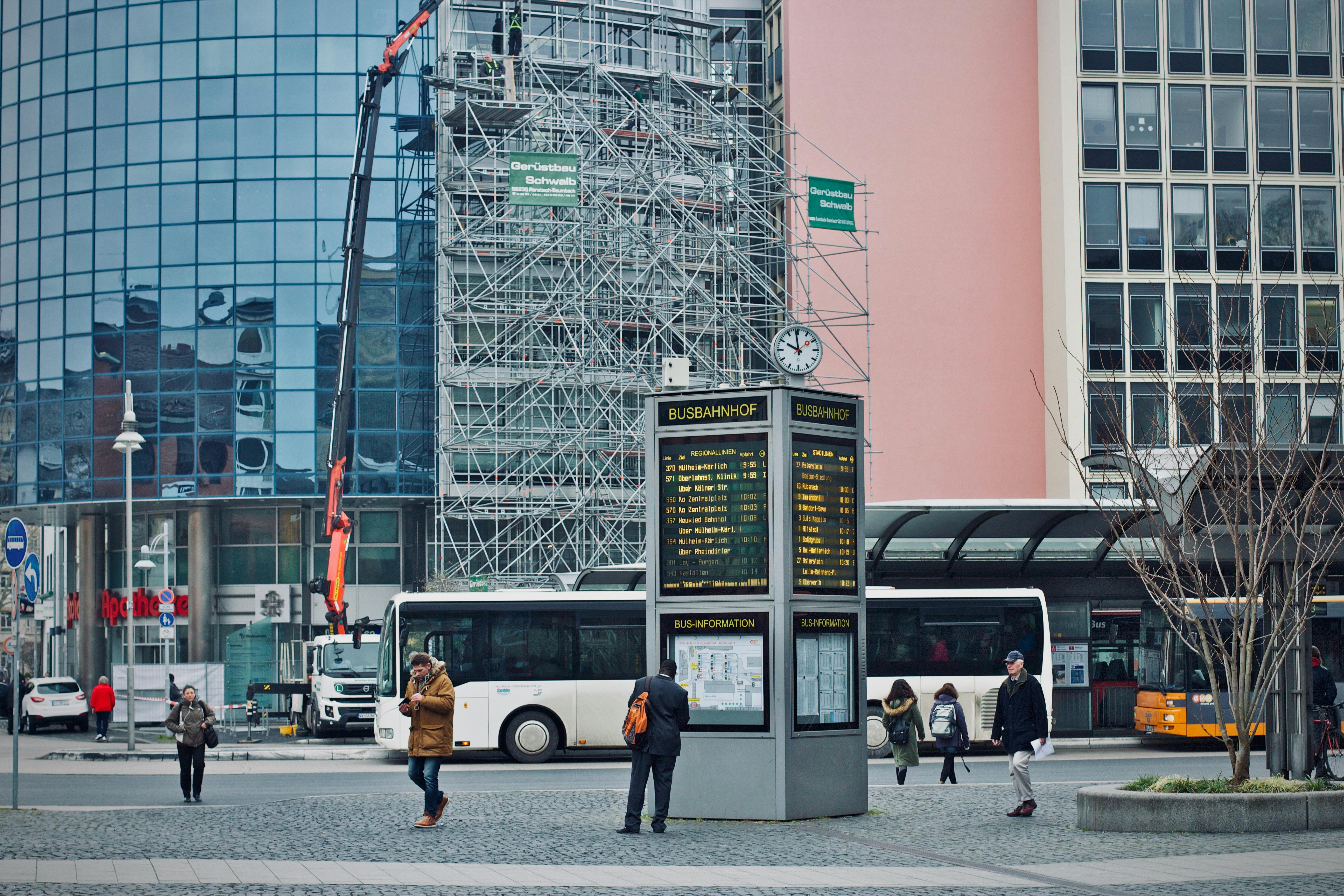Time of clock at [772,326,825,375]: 9:58
